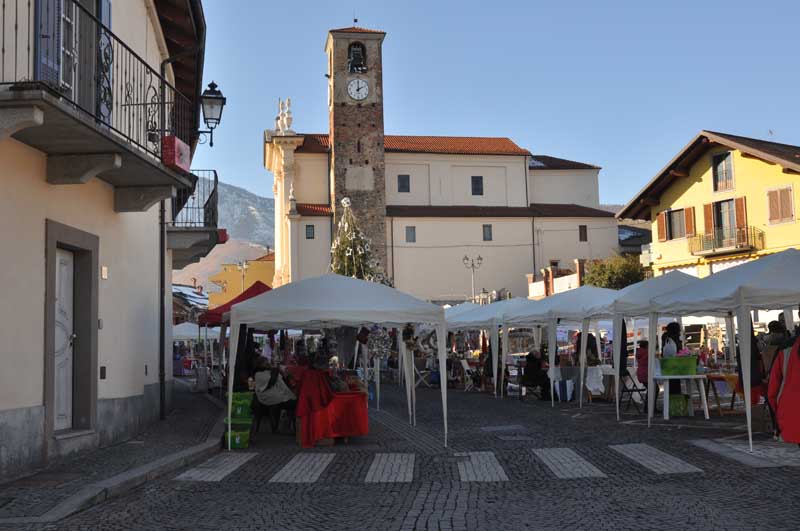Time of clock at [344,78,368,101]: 2:00
